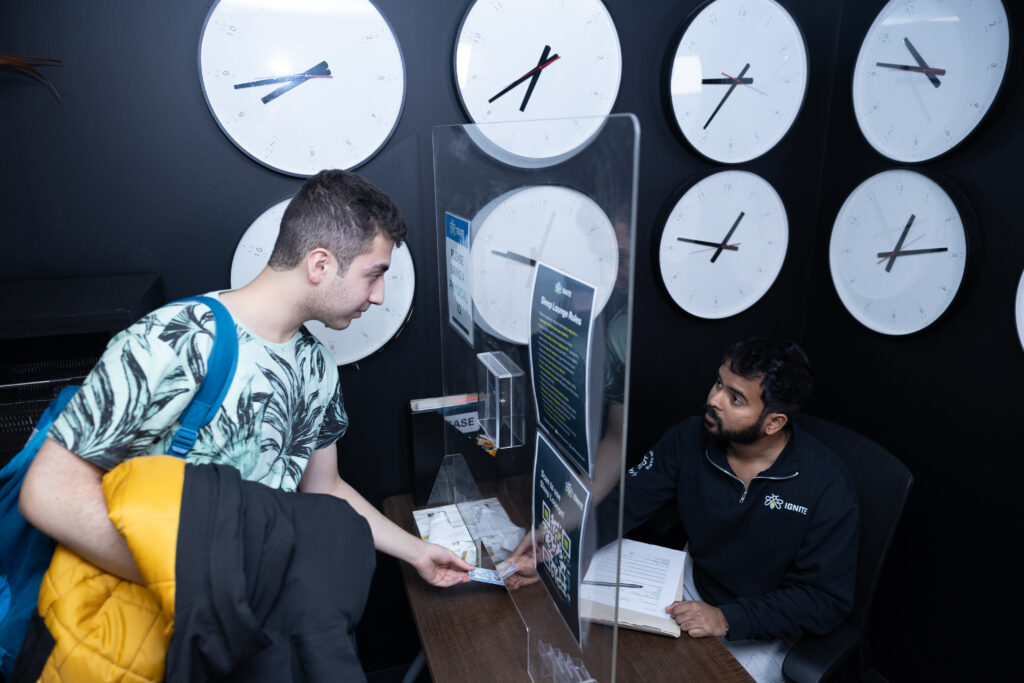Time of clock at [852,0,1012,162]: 10:46
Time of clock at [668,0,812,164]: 8:36
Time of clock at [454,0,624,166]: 6:40
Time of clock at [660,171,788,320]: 12:46
